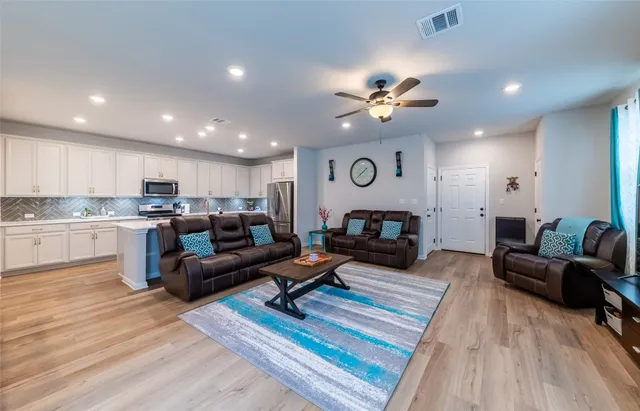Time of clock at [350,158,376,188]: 1:38
